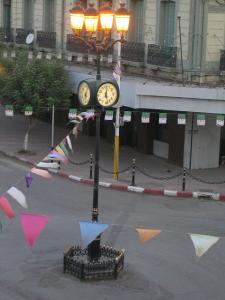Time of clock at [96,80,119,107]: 12:27
